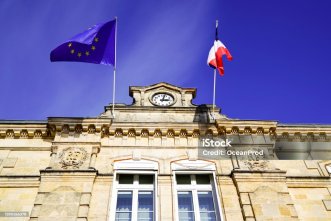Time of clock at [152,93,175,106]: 3:02
